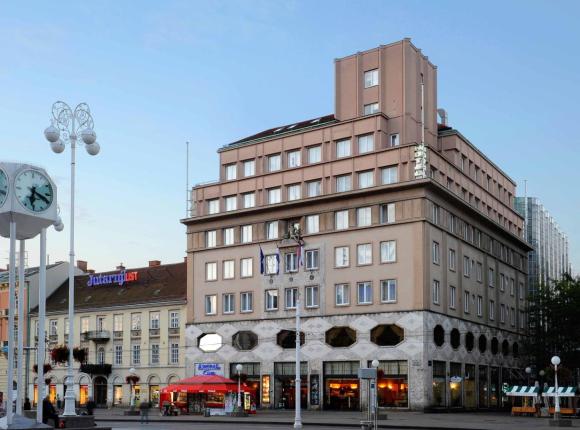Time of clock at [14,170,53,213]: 6:18
